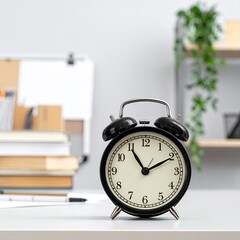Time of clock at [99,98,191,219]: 11:10
